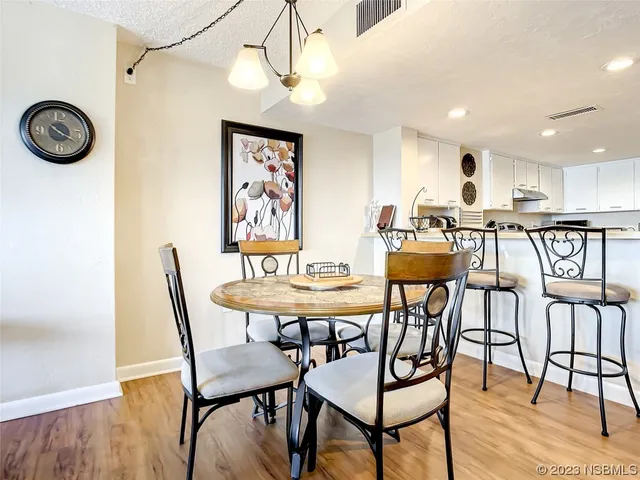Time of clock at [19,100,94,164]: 4:20
